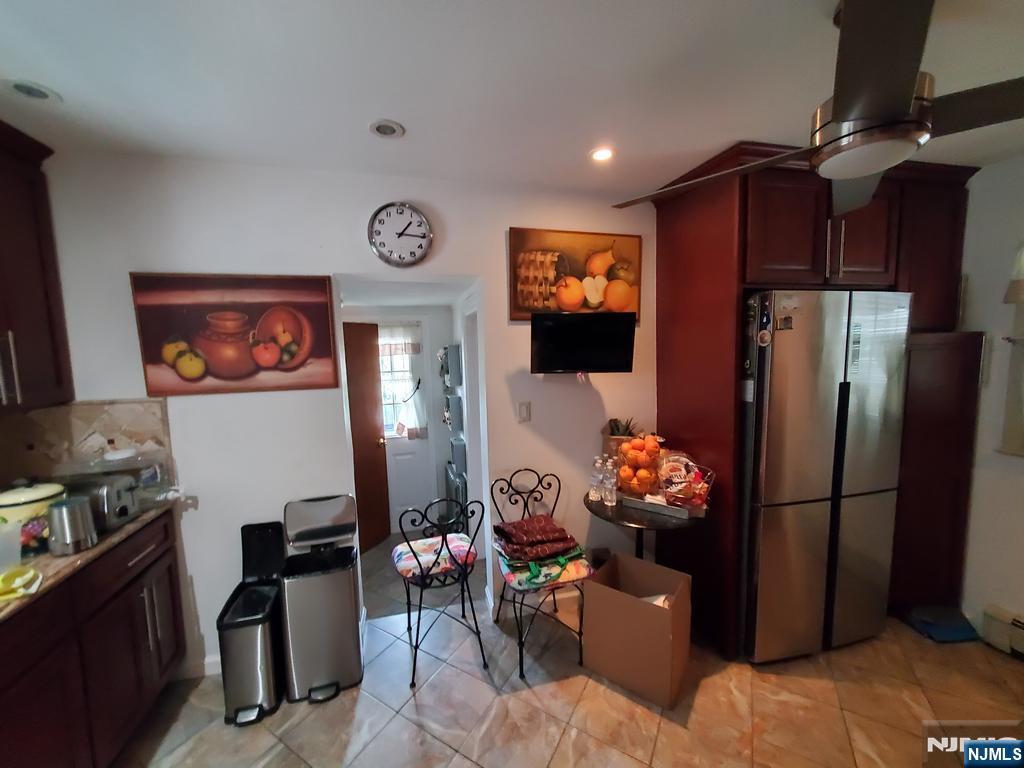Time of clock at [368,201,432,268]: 1:16
